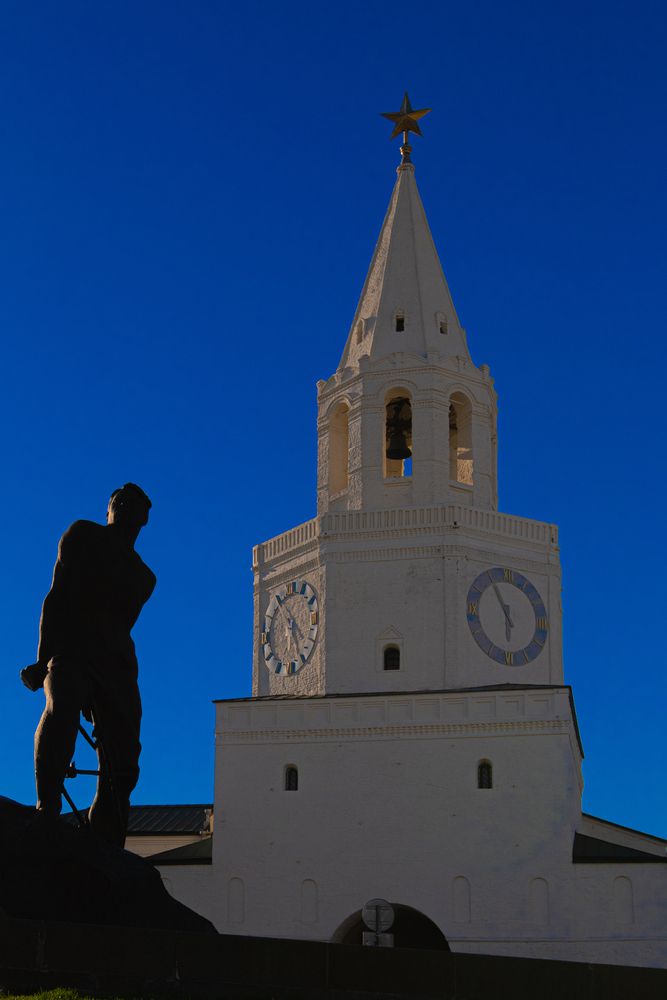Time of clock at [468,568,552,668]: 5:55
